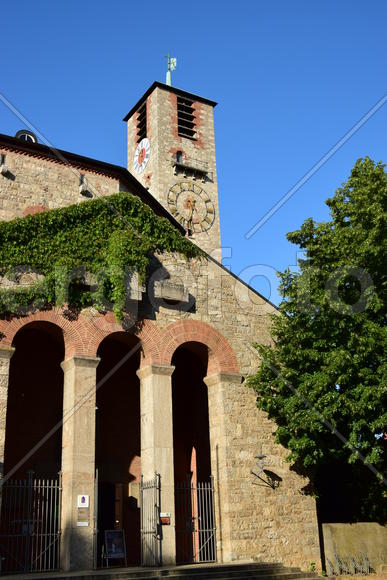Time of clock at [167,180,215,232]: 6:32
